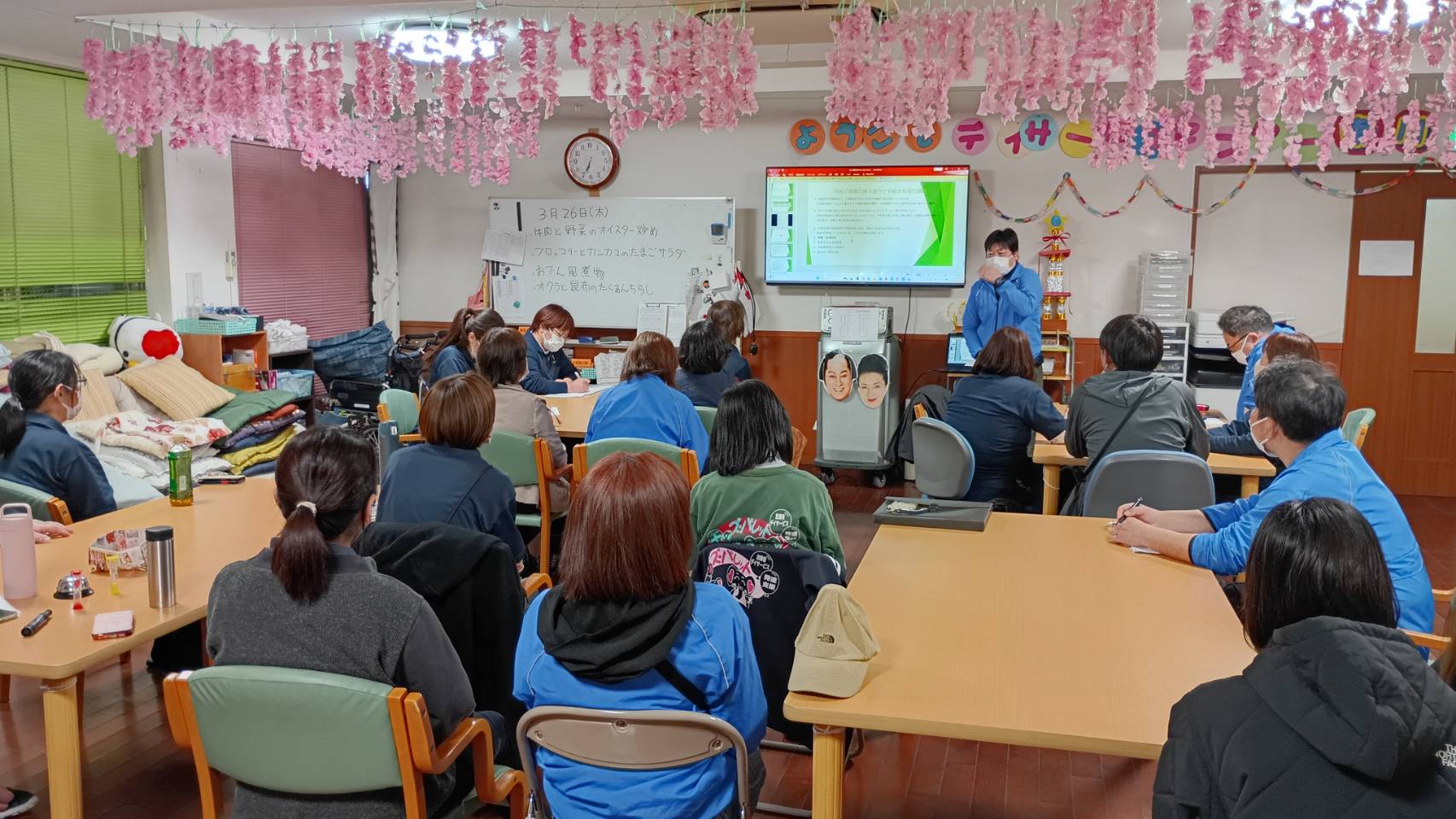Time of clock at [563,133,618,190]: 6:34
